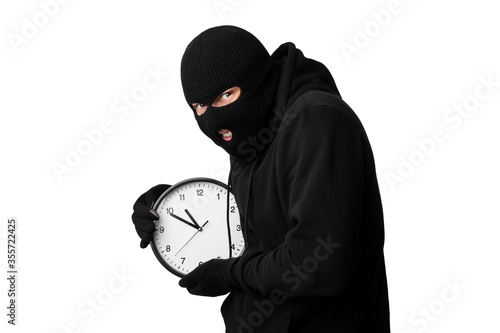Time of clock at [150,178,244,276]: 10:49
